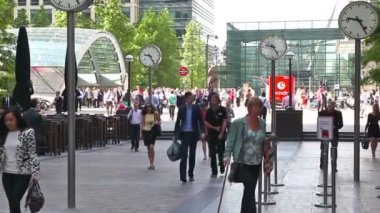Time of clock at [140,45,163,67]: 9:25
